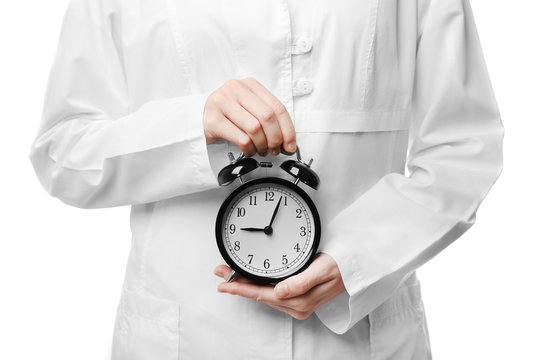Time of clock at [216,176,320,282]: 9:03
